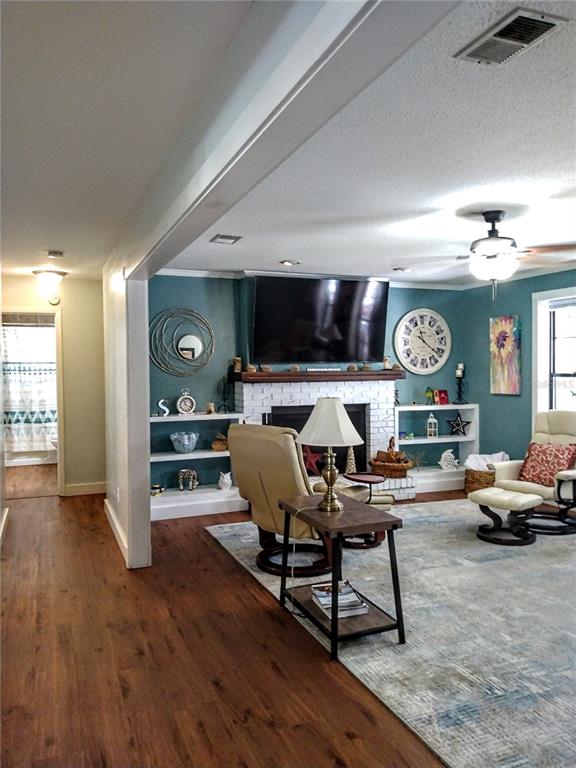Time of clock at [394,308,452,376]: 11:21
